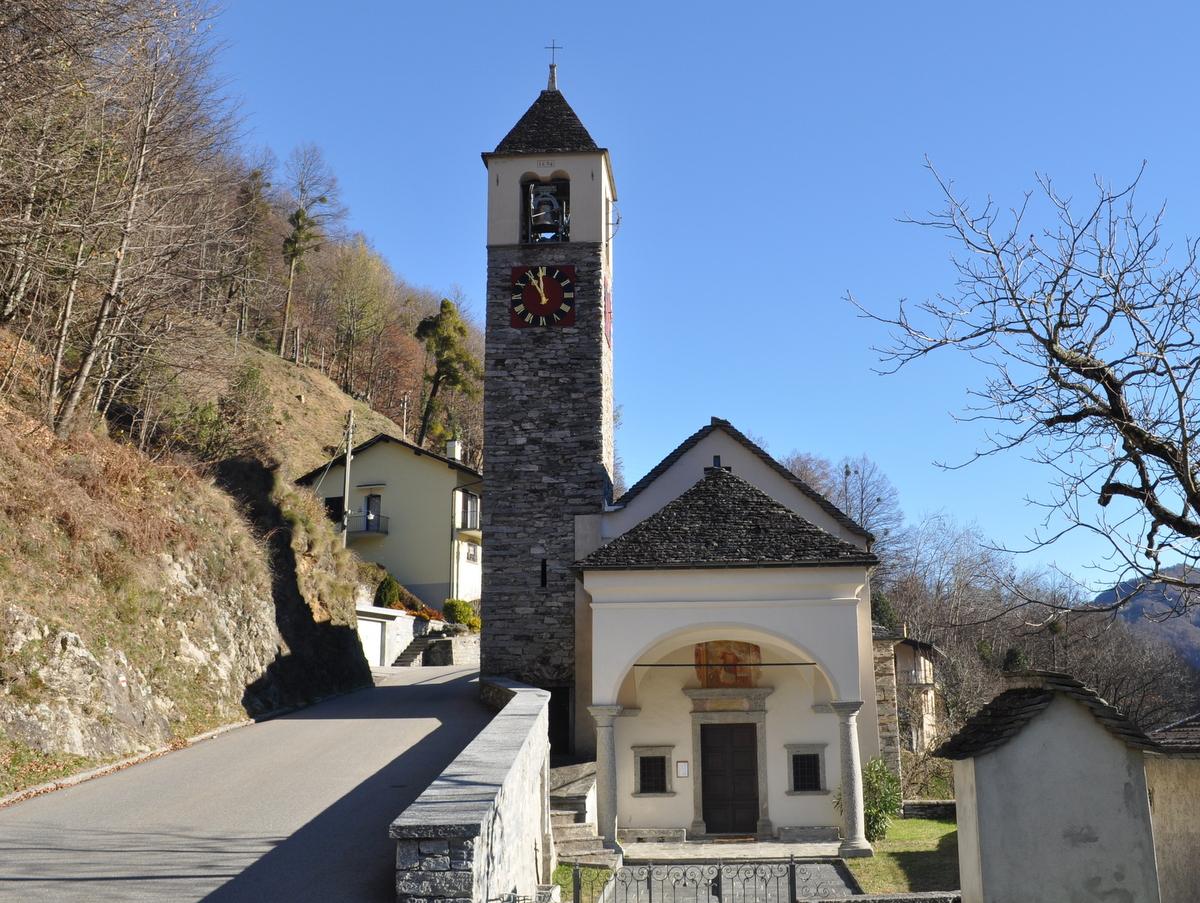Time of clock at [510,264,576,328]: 10:59
